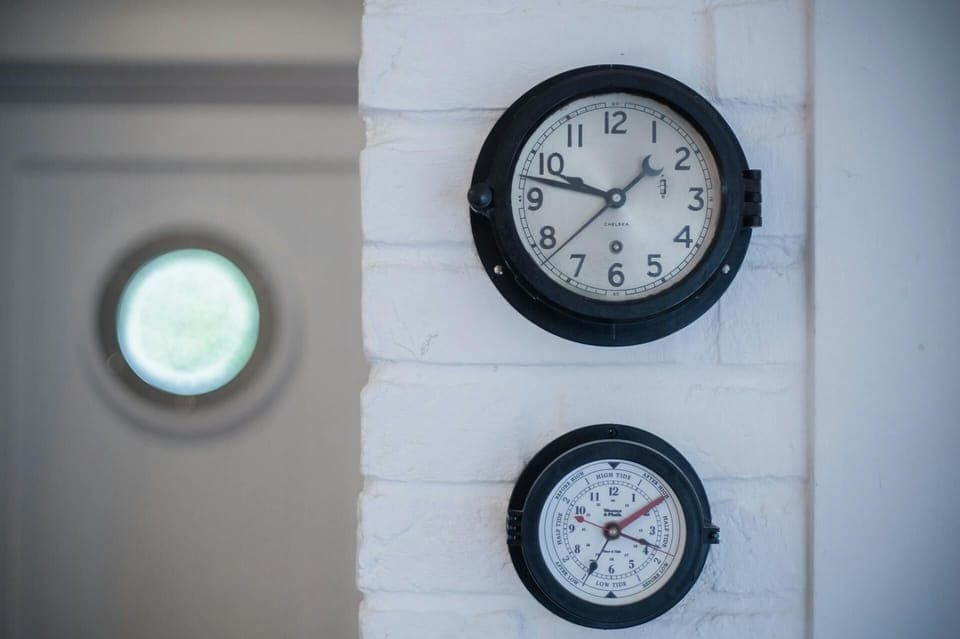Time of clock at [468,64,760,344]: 1:47
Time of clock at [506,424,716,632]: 3:34
